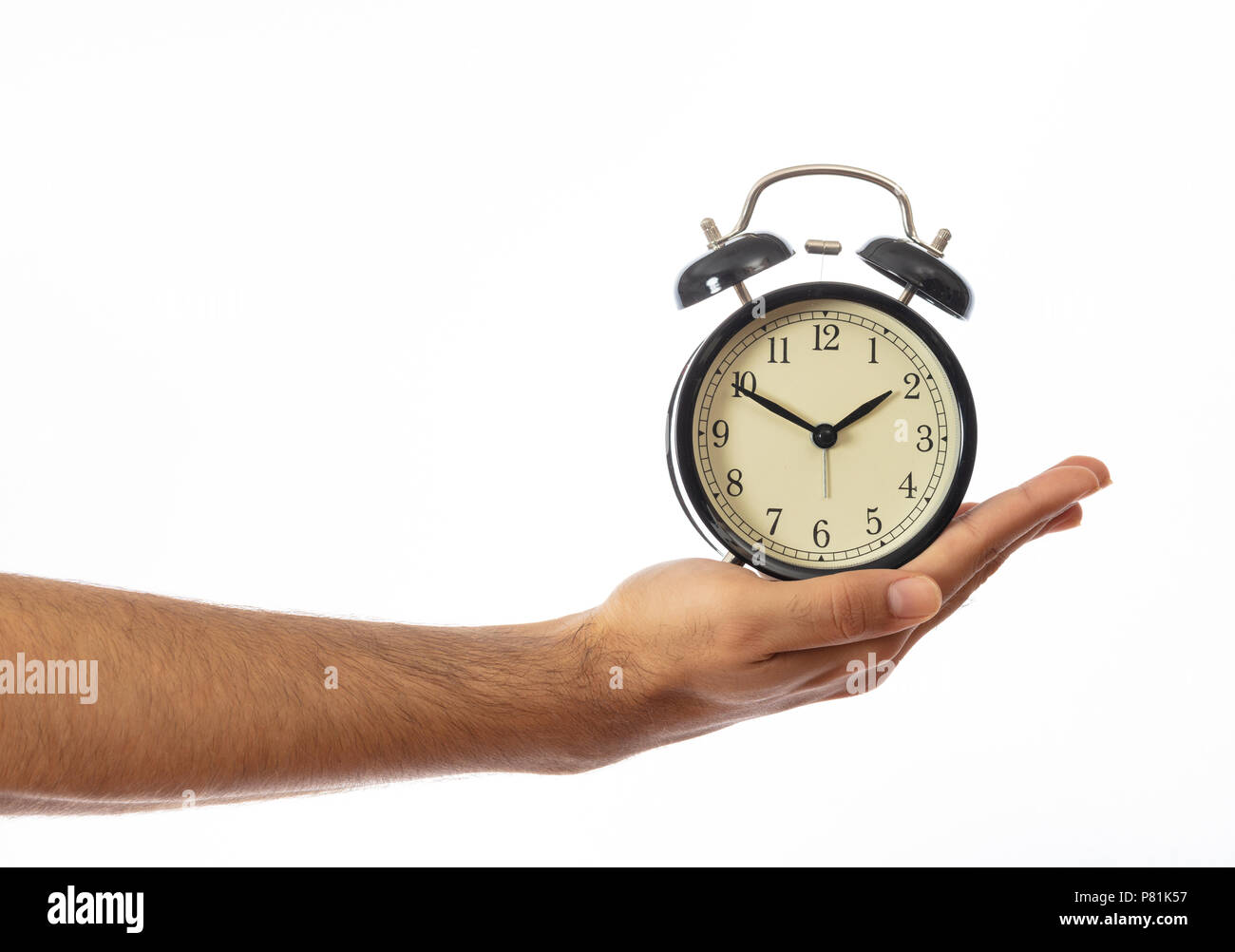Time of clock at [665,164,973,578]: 1:50
